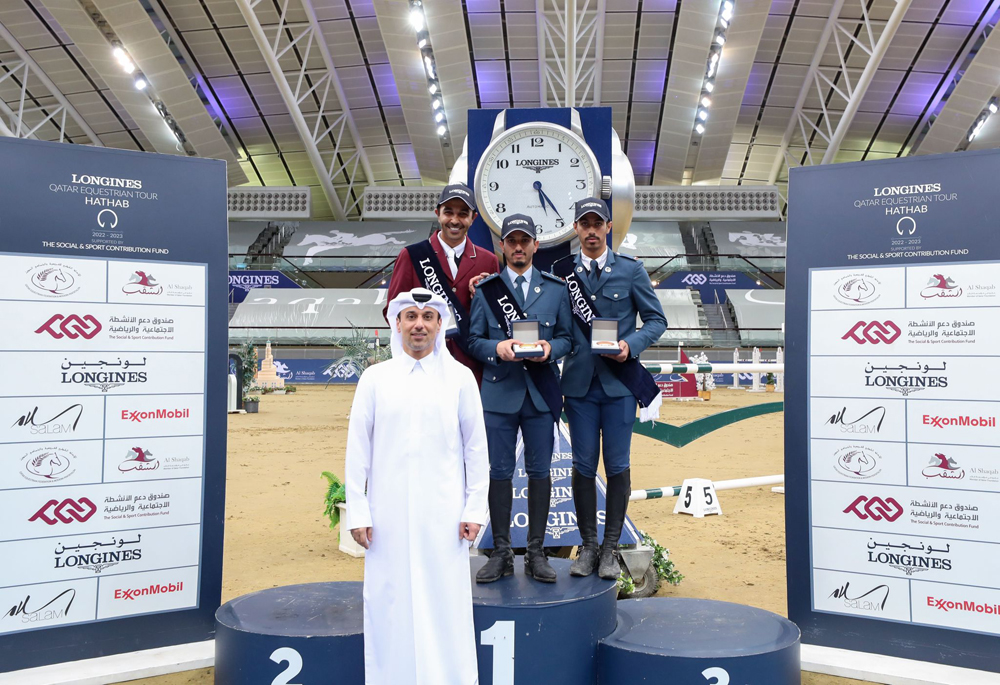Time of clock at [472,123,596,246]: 5:24
